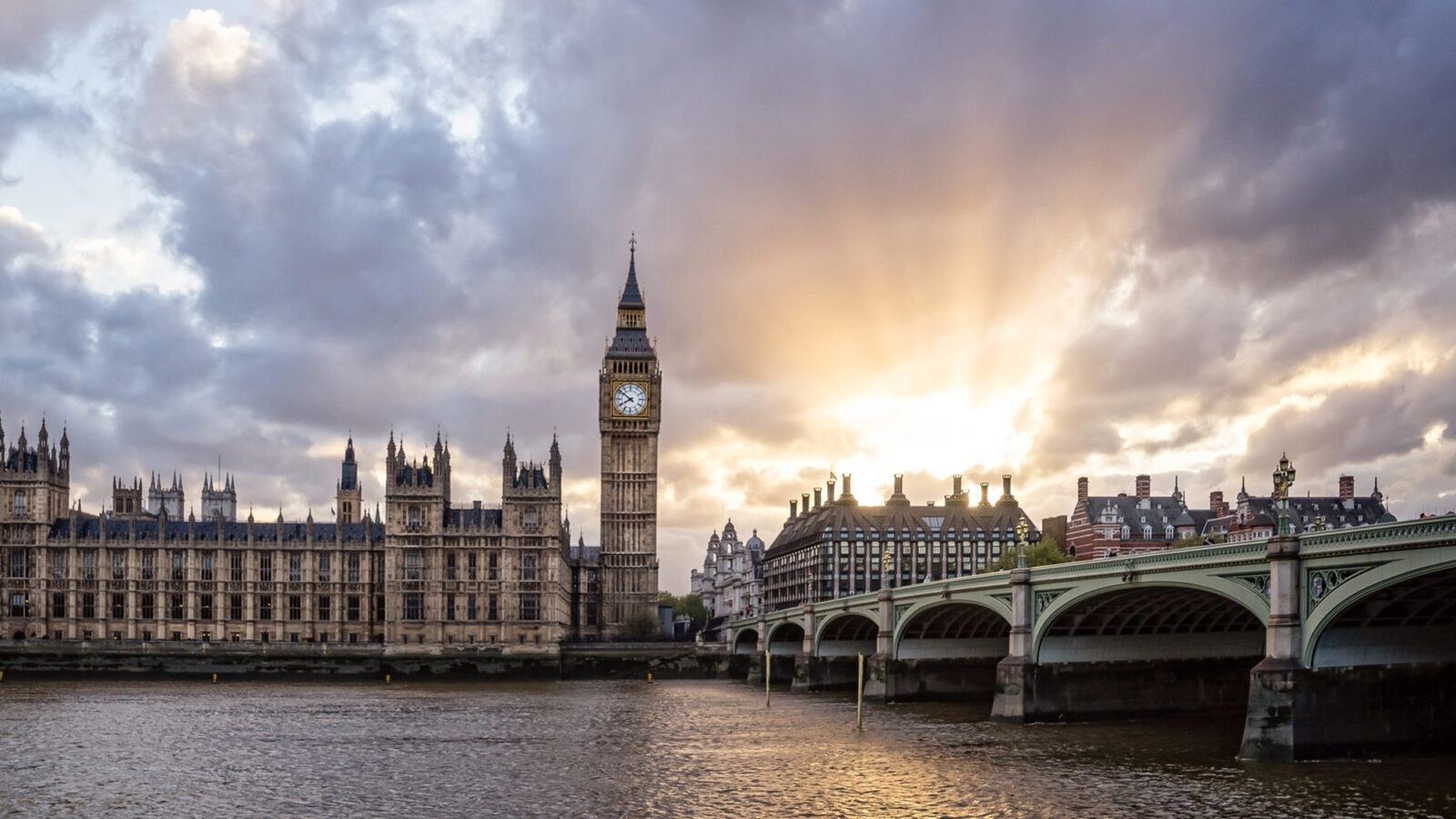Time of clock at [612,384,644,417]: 7:51
